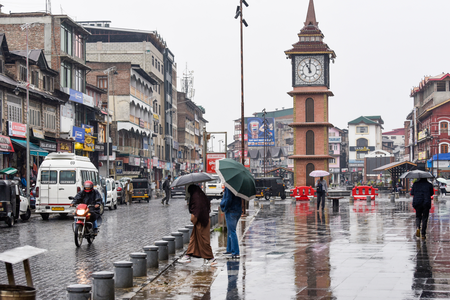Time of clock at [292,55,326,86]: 11:00
